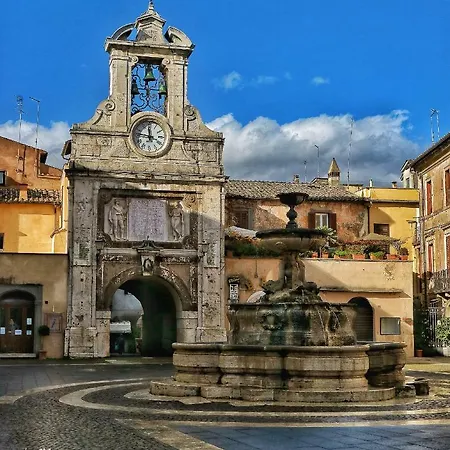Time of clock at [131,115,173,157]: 11:46
